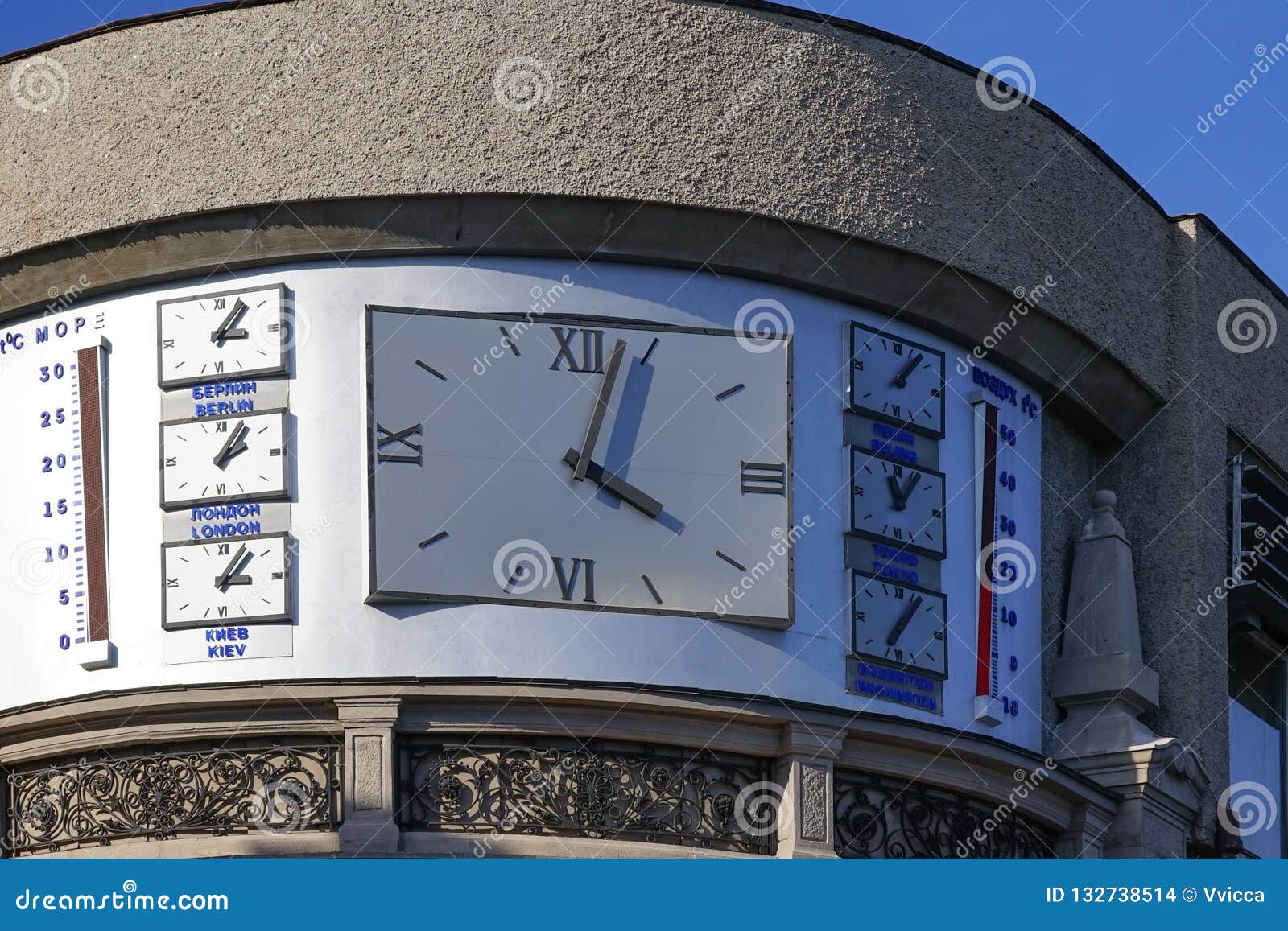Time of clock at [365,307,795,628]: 4:03
